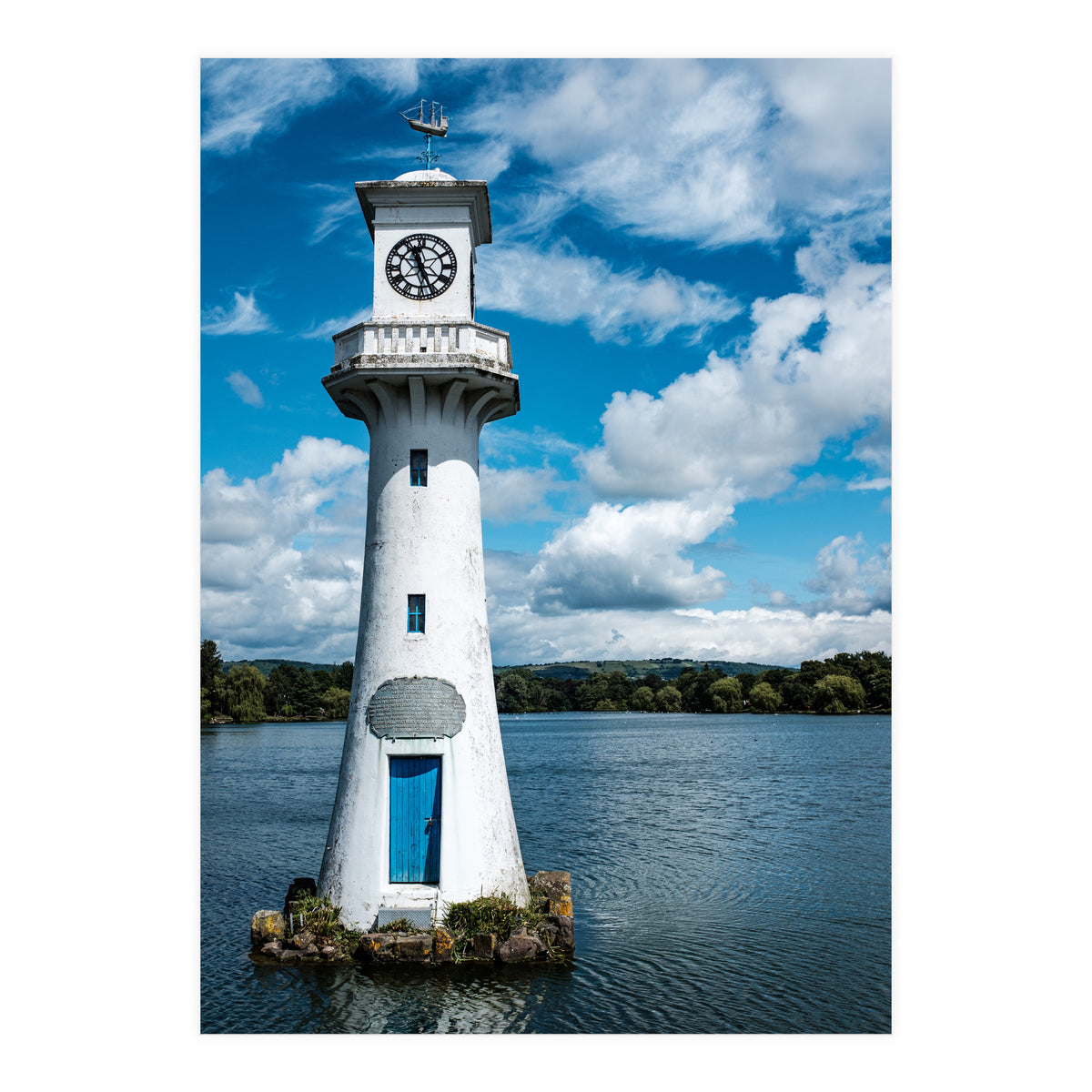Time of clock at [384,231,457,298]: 11:26
